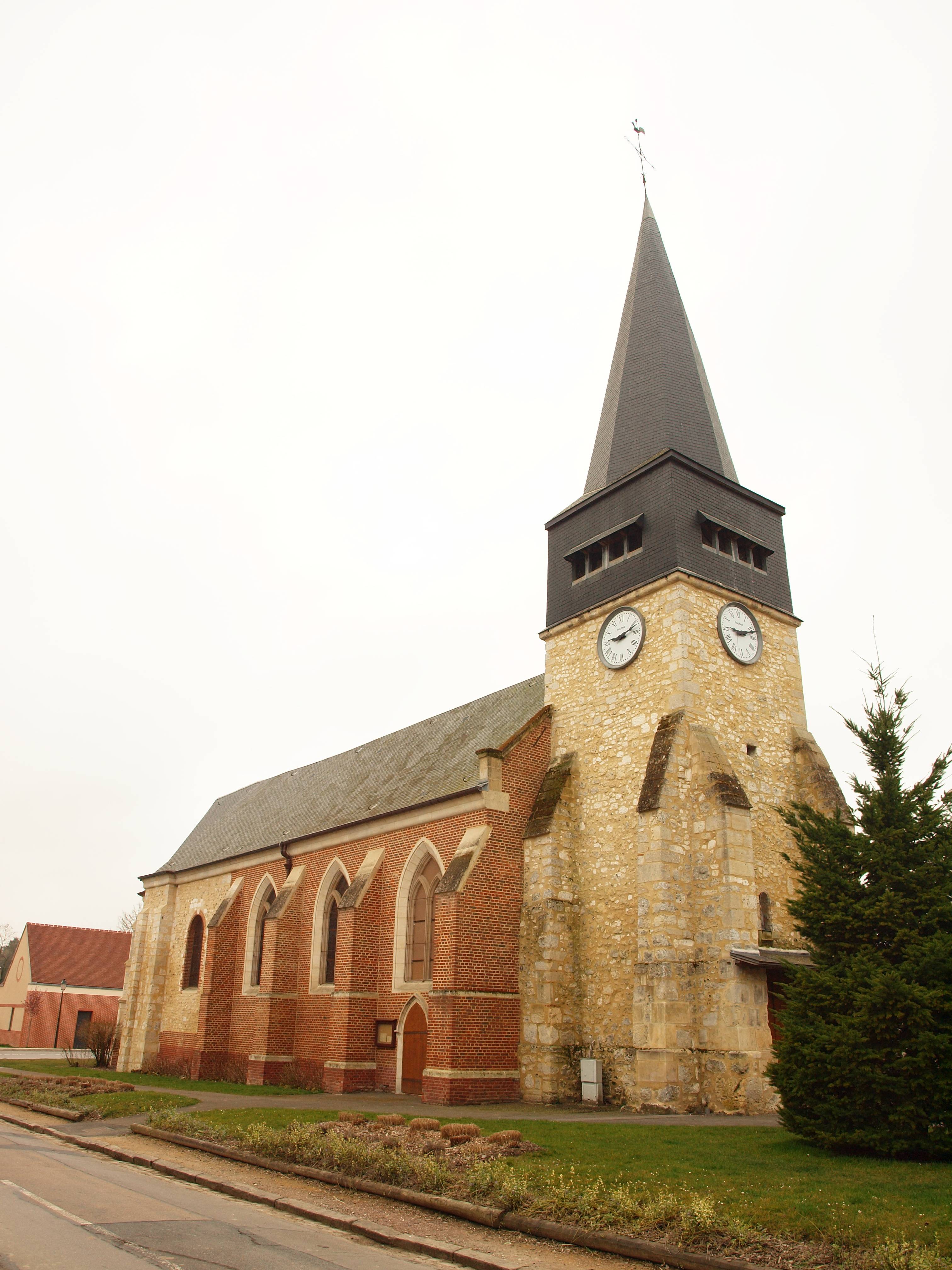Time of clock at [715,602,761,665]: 9:12
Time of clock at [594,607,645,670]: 9:12
